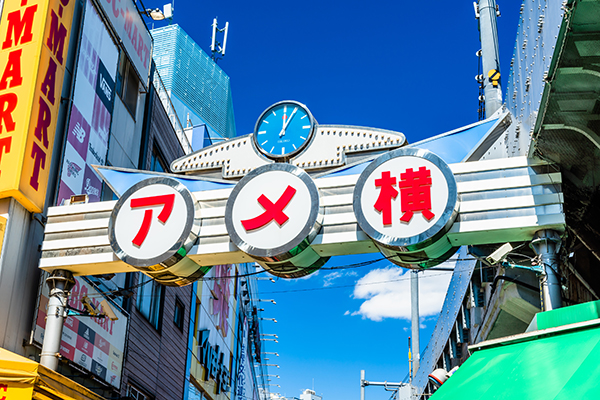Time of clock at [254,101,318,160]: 12:04
